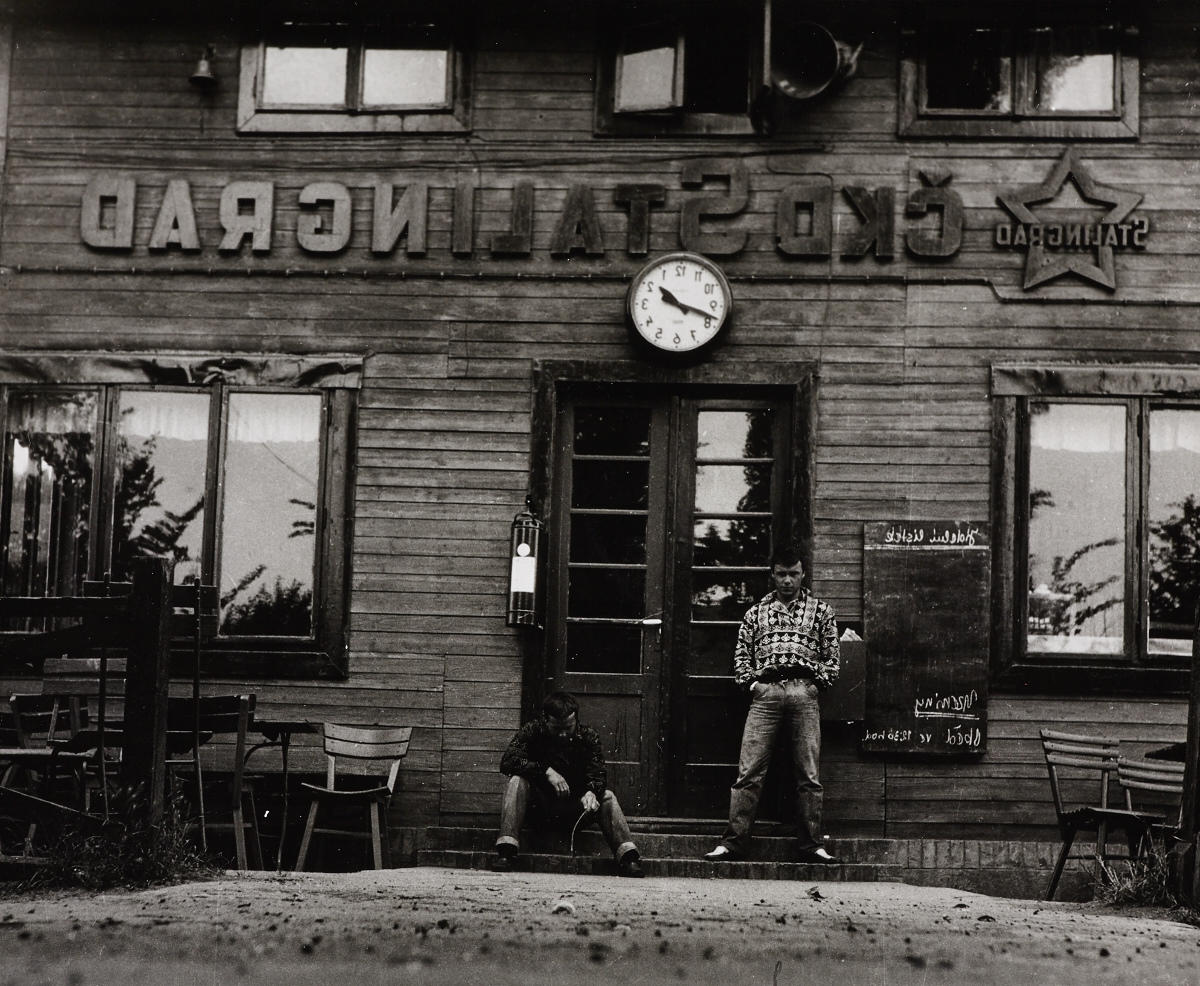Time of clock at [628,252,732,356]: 10:18
